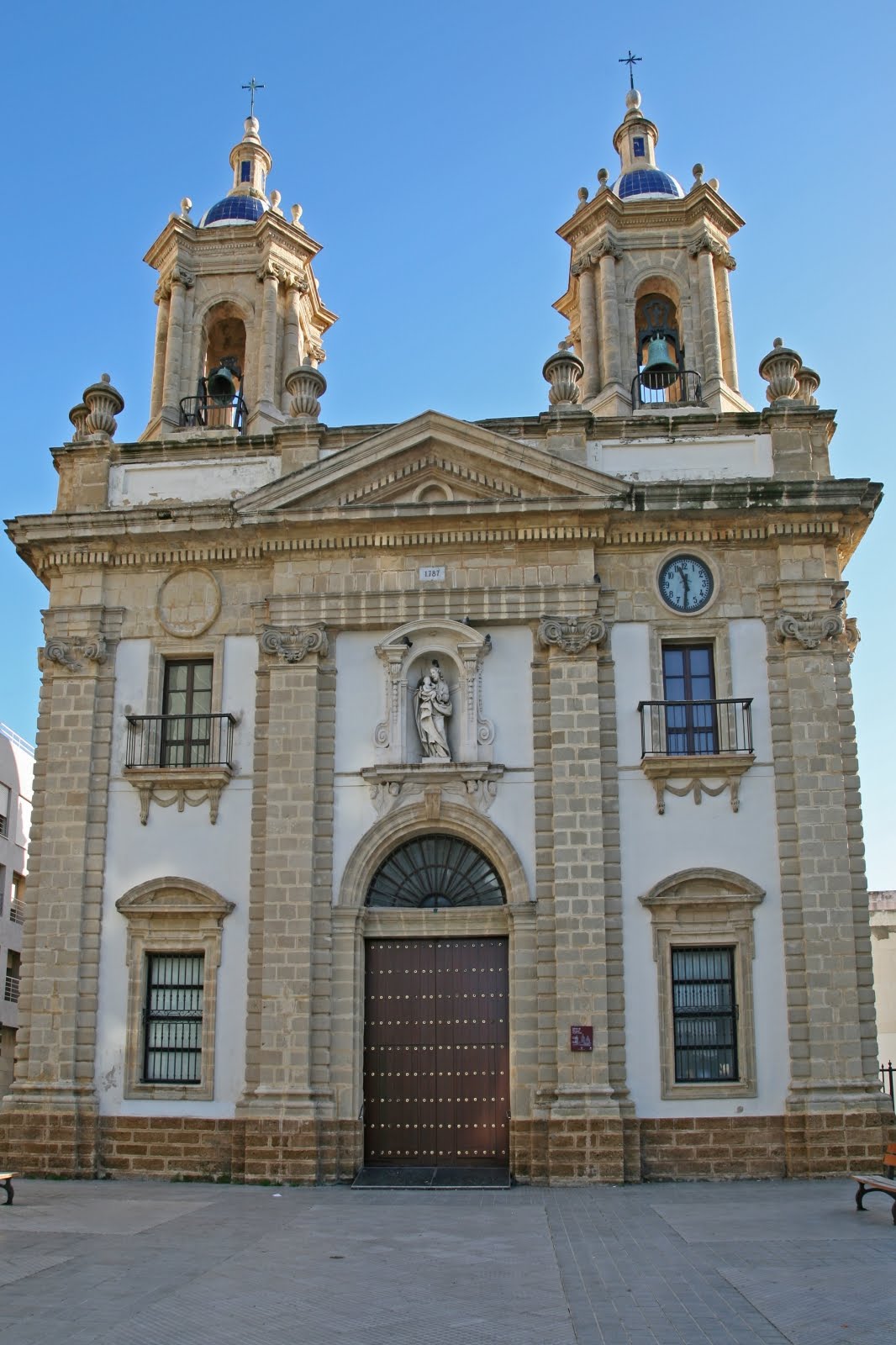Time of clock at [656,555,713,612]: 11:31
